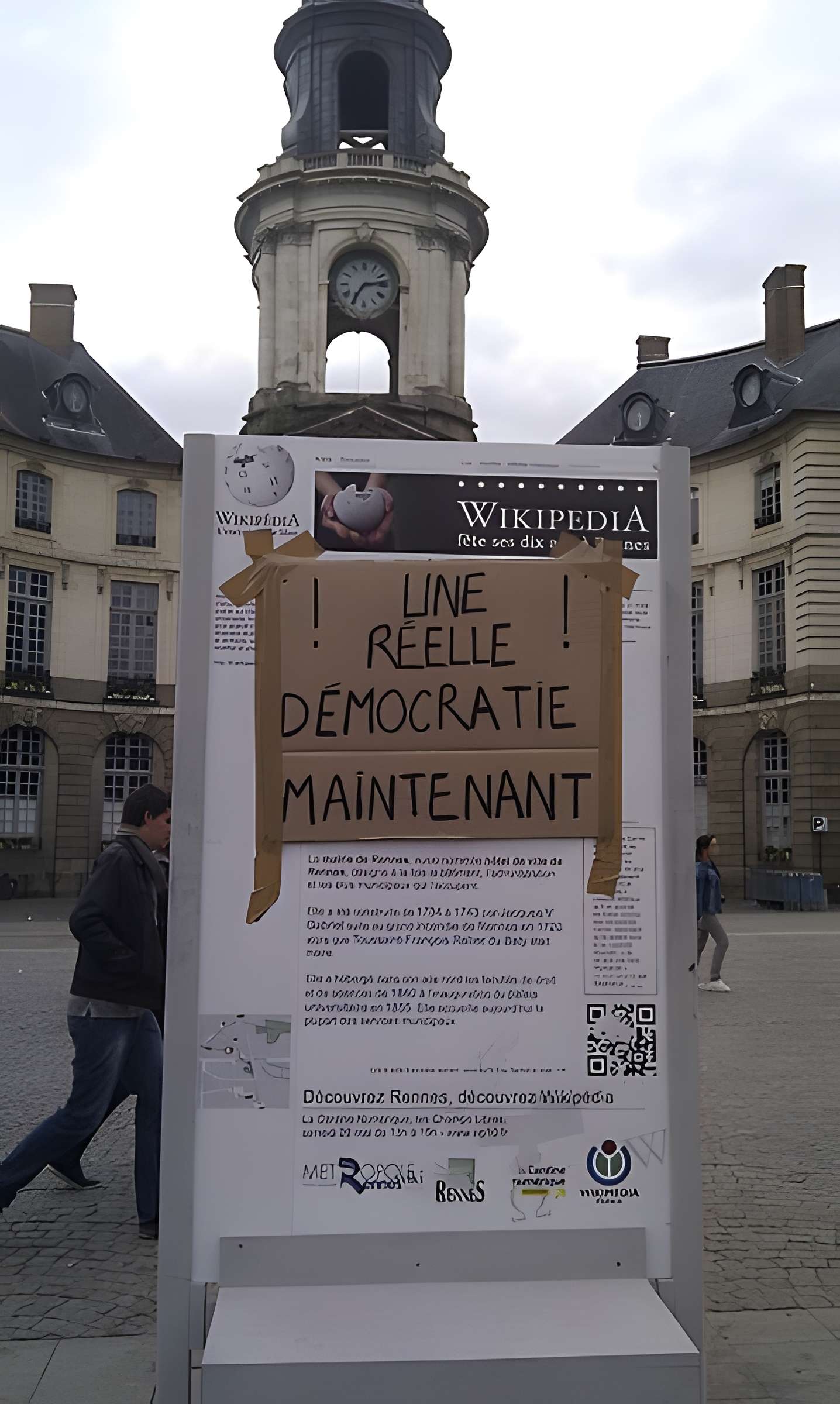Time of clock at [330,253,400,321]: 2:35
